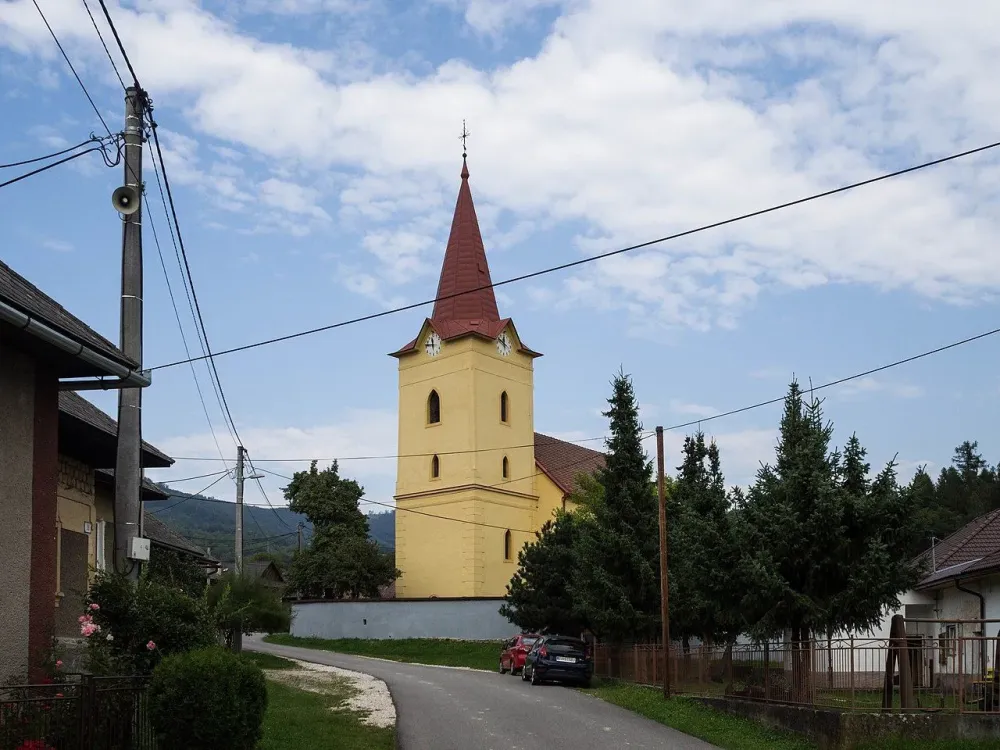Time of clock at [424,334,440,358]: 11:46
